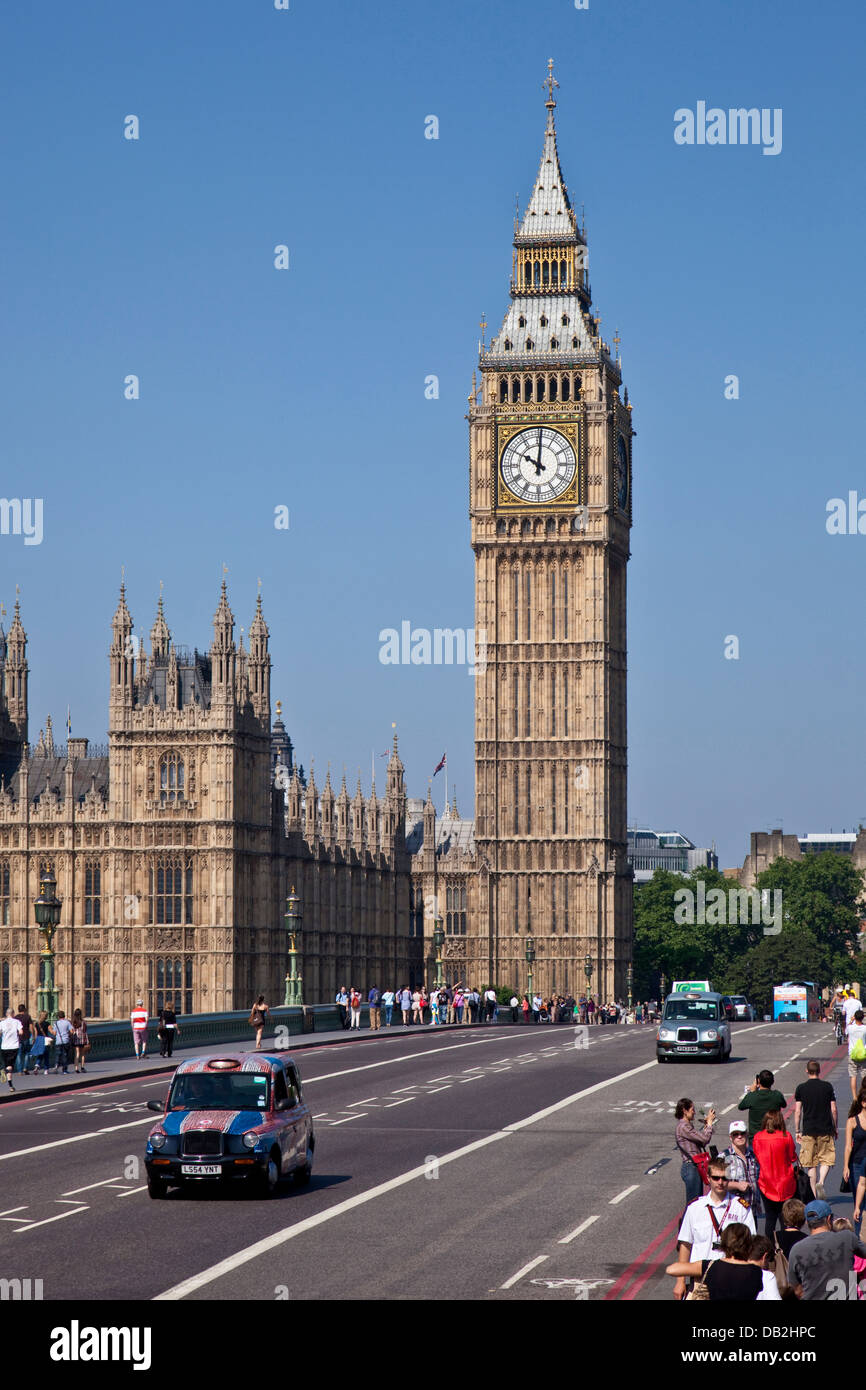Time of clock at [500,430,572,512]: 10:00
